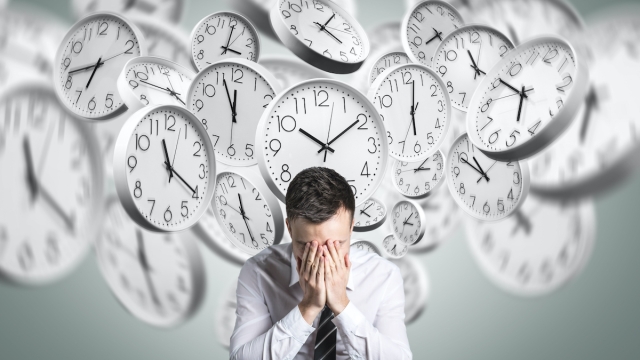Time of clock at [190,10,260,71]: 3:00
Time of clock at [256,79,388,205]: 10:09
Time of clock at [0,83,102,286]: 11:20
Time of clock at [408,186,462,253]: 3:07
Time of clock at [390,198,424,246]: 3:07
